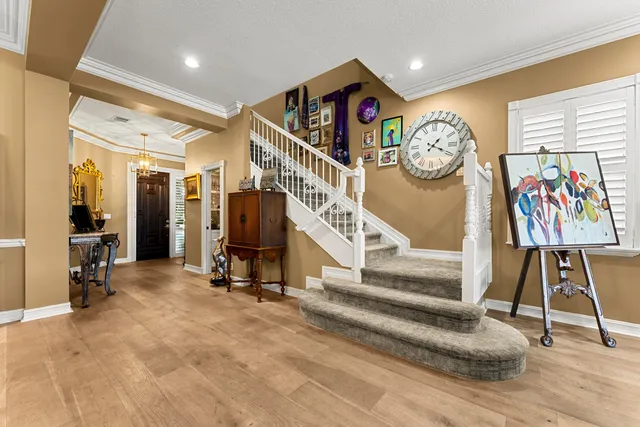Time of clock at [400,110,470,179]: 1:18
